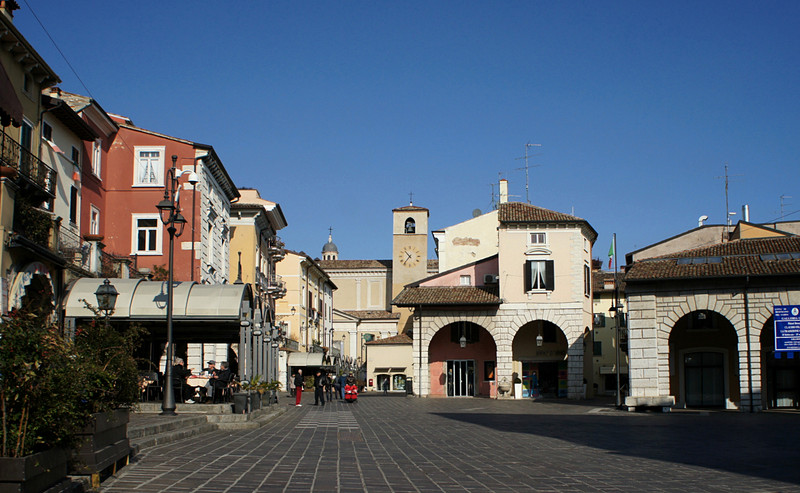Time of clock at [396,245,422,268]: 10:36
